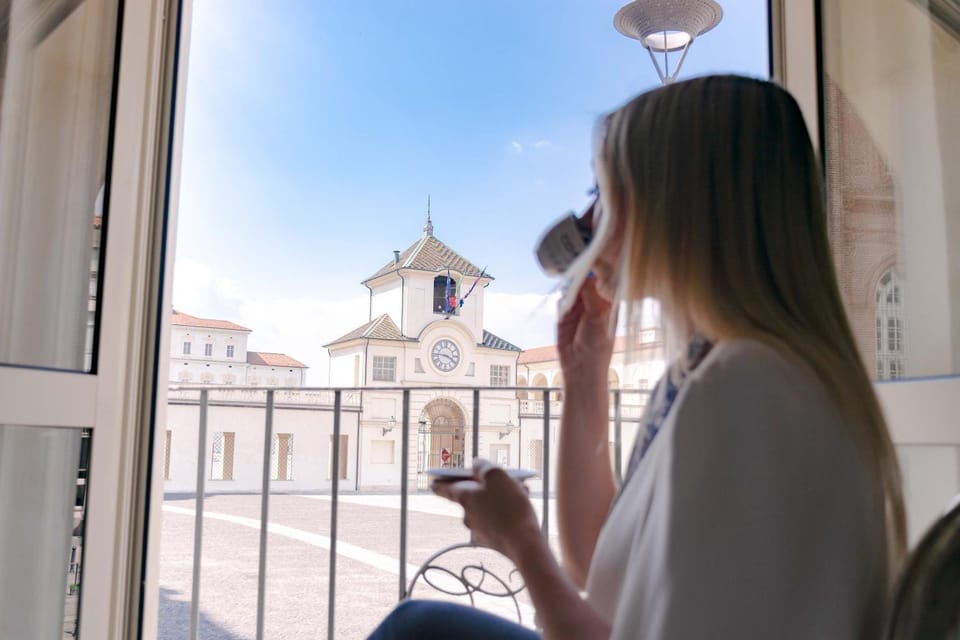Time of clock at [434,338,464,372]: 3:45
